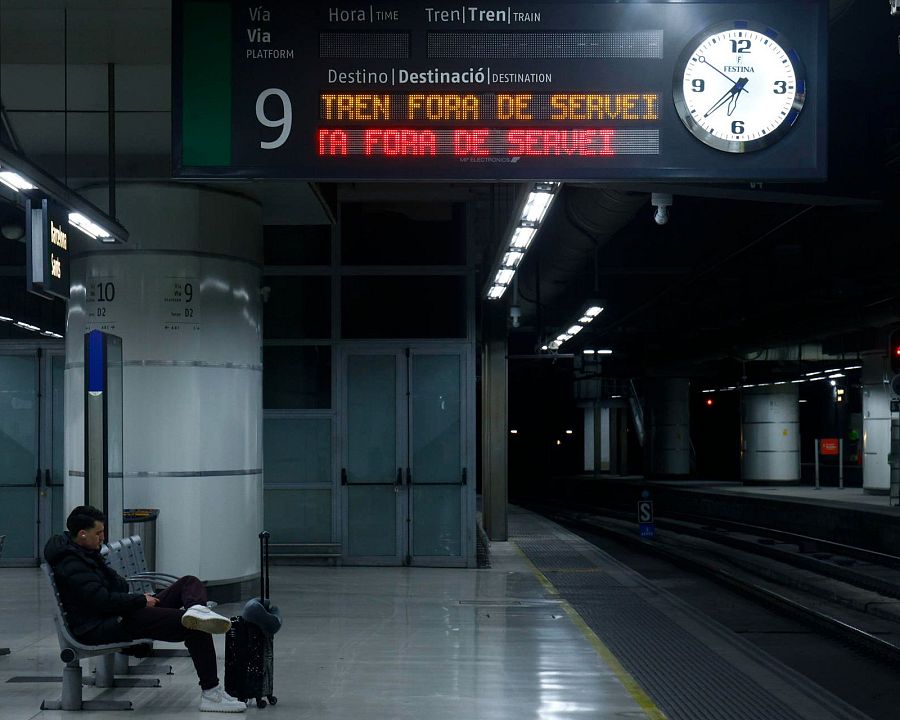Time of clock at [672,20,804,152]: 6:37
